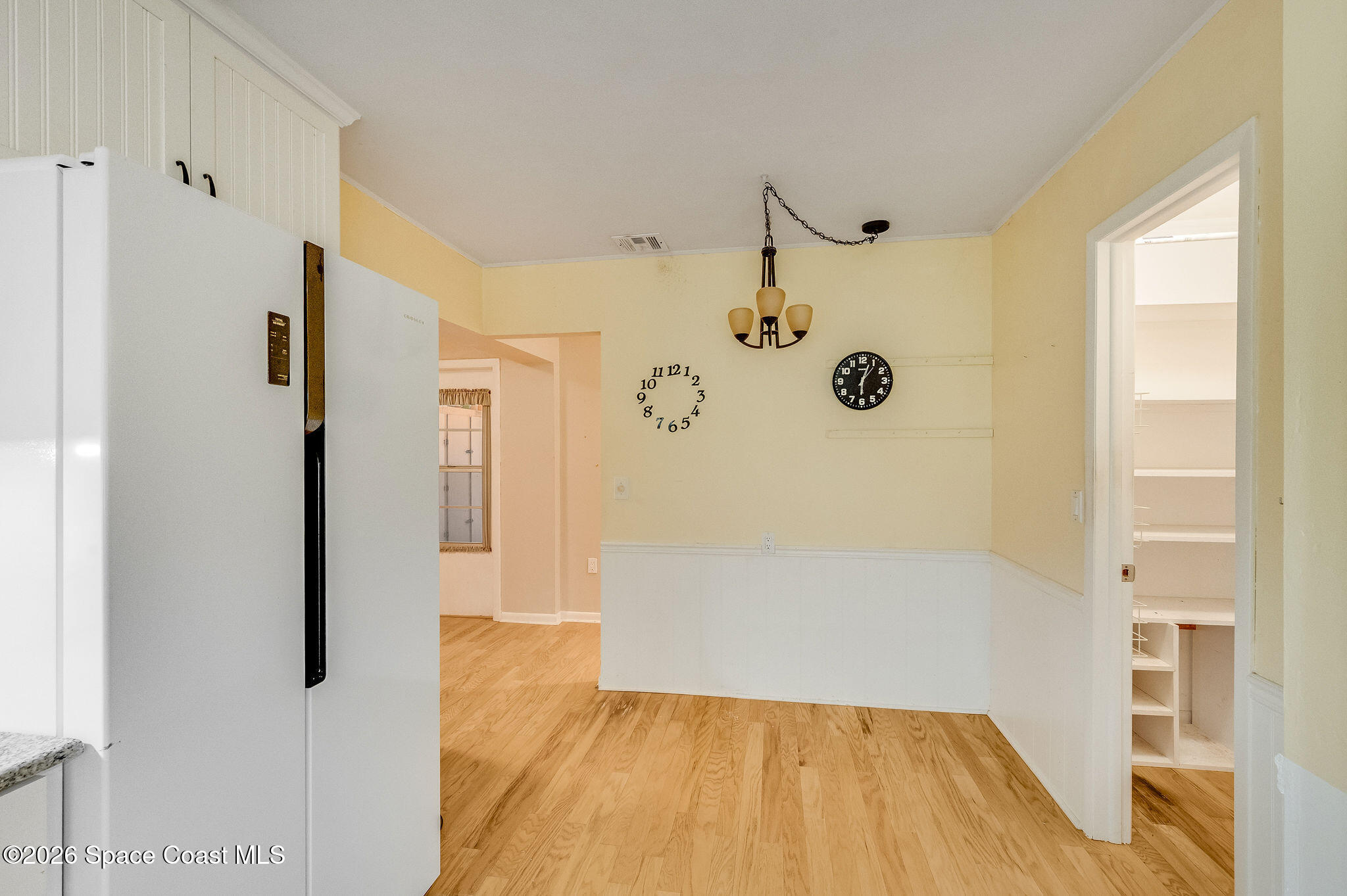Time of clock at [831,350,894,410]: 6:03
